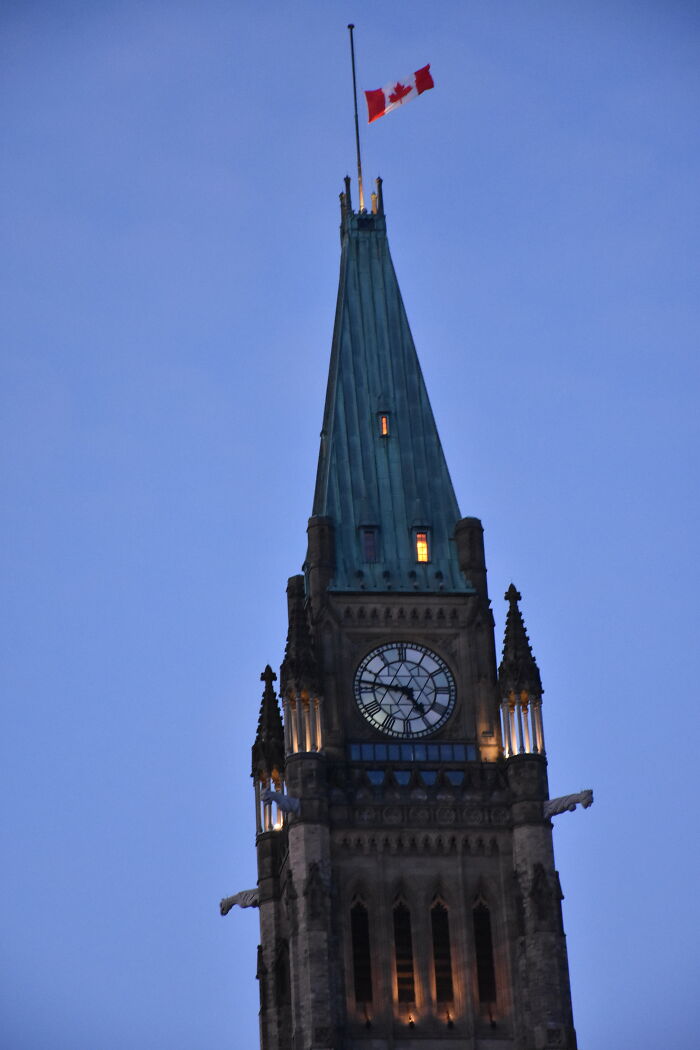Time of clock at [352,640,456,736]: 4:46
